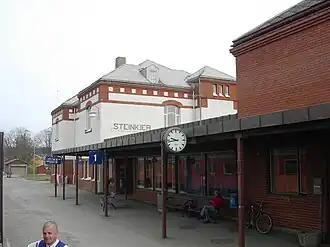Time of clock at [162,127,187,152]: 9:43
